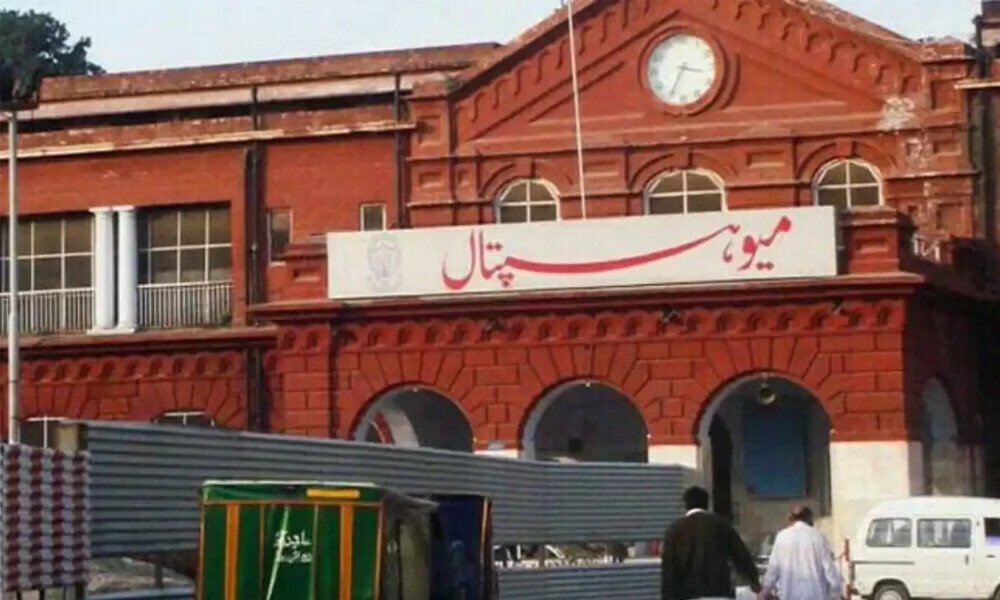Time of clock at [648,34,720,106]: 3:34
